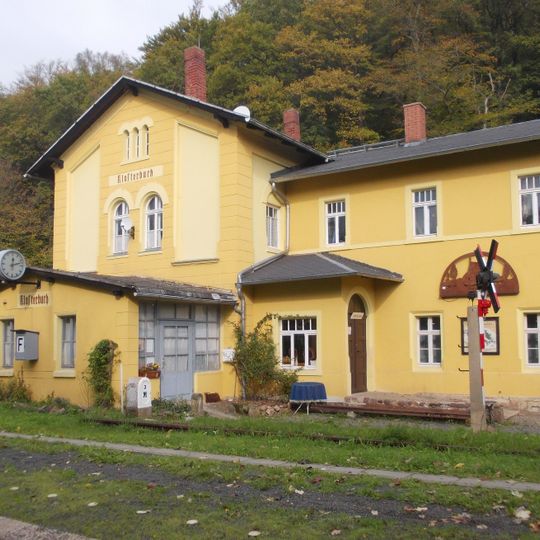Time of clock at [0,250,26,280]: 12:12
